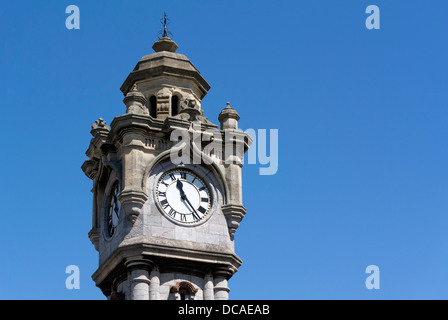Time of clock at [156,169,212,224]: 11:23
